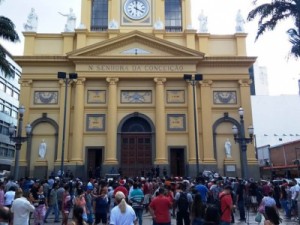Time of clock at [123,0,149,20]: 4:00
